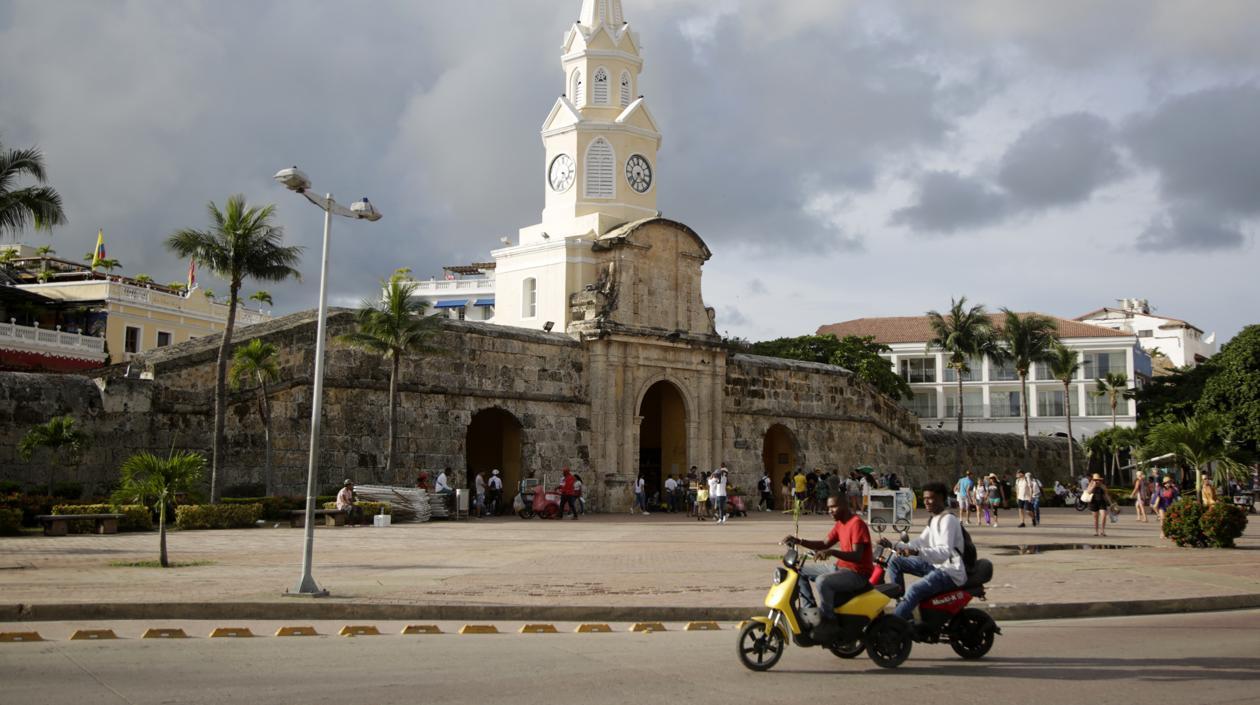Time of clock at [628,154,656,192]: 7:20
